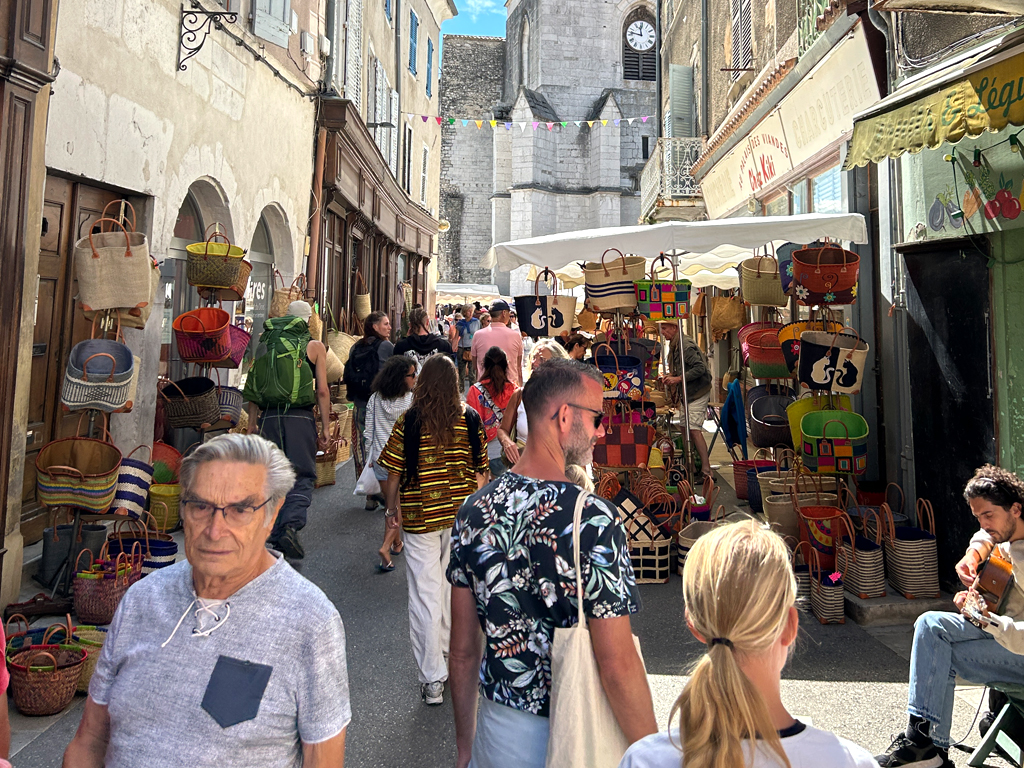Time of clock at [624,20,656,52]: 11:46
